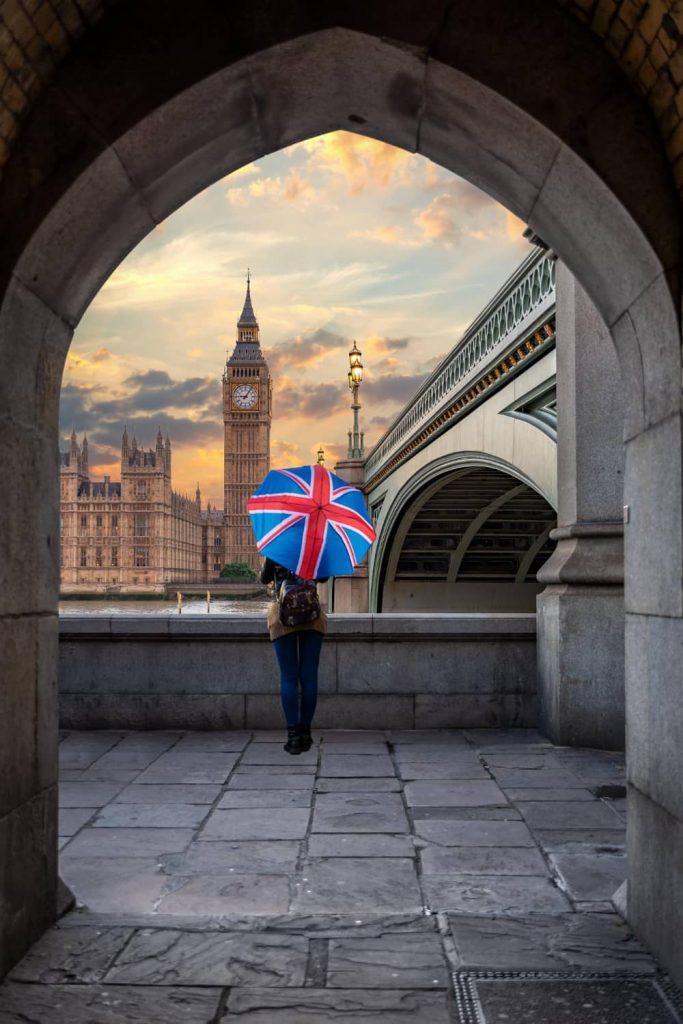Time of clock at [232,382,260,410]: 9:05
